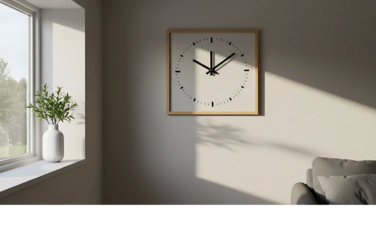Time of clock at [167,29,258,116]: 12:08
